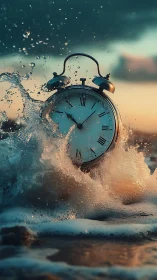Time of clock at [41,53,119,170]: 10:07
